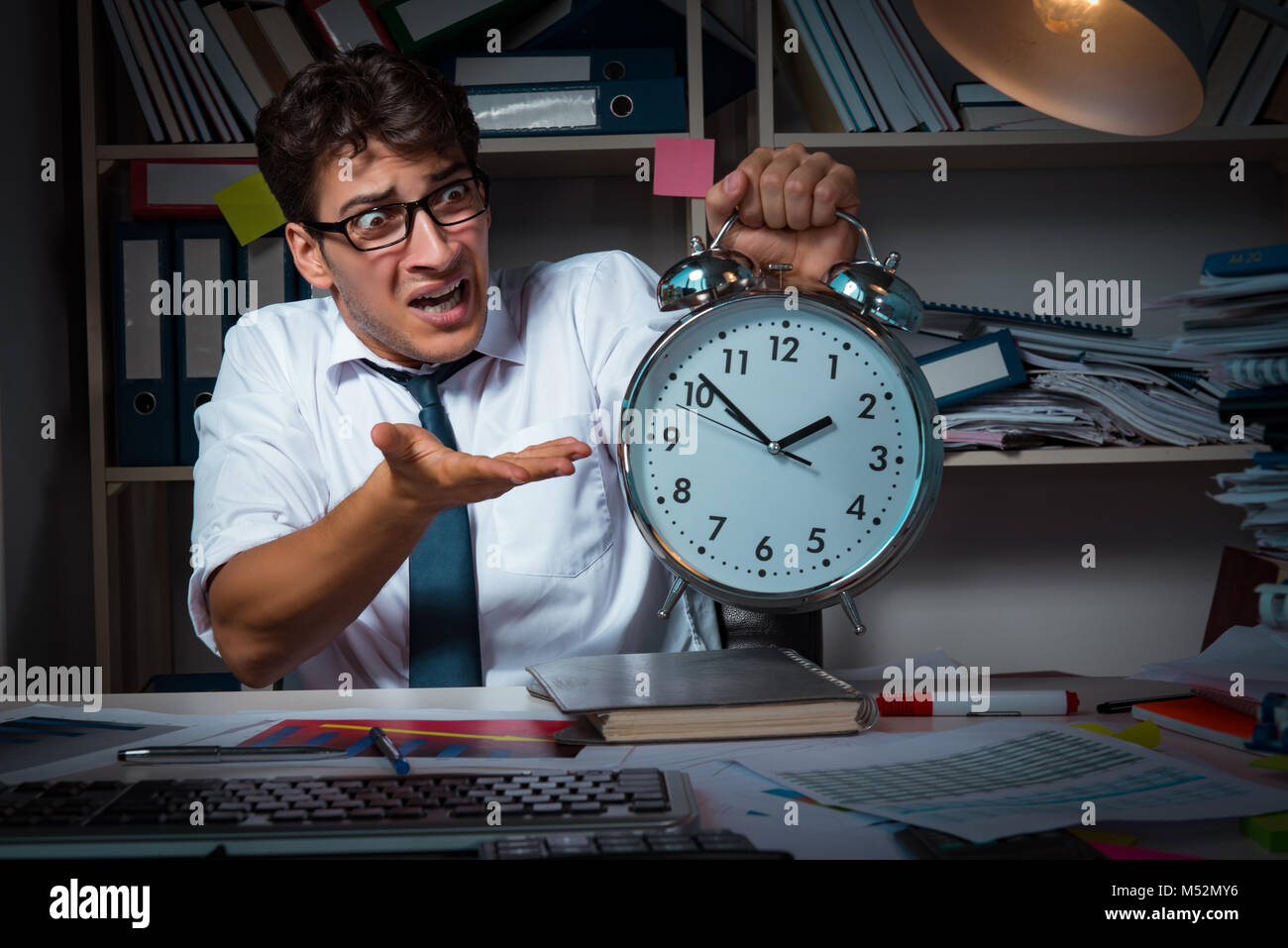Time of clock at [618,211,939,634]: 1:51
